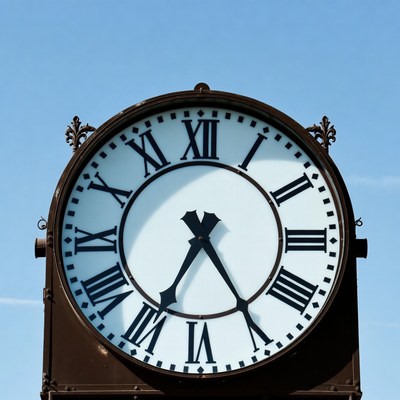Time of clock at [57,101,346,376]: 4:34
